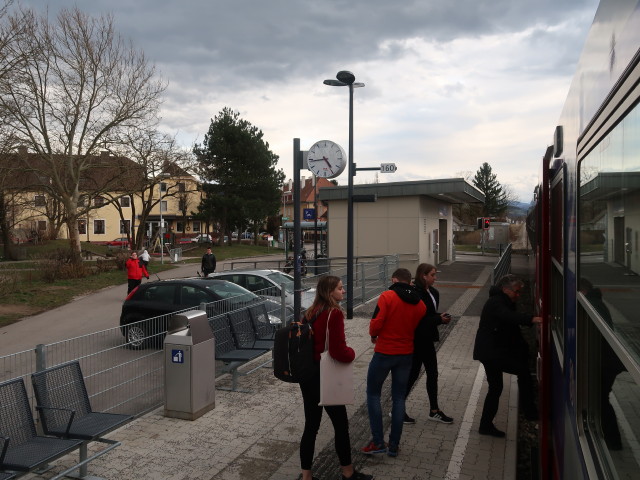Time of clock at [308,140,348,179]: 4:43
